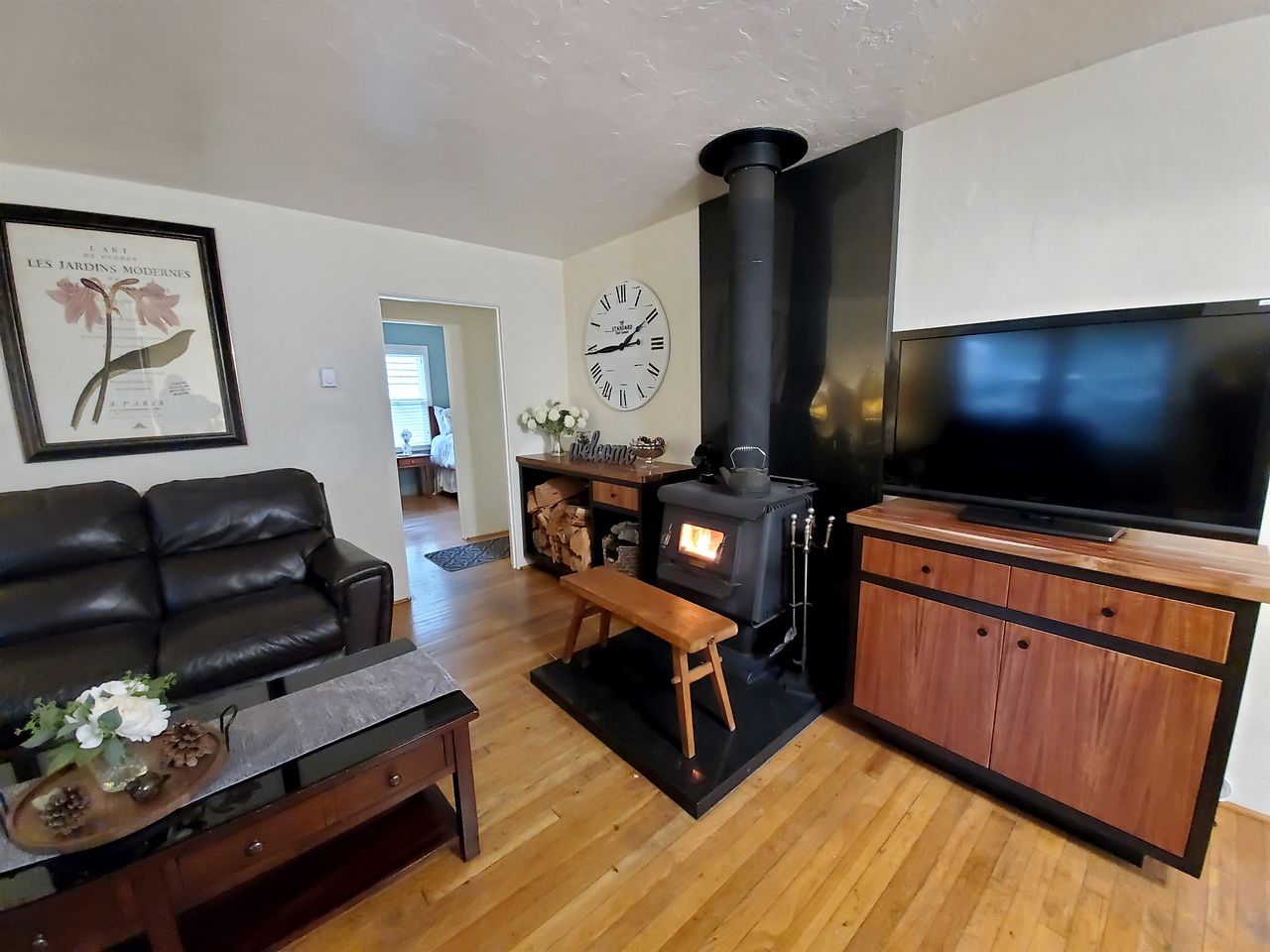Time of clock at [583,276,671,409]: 1:43
